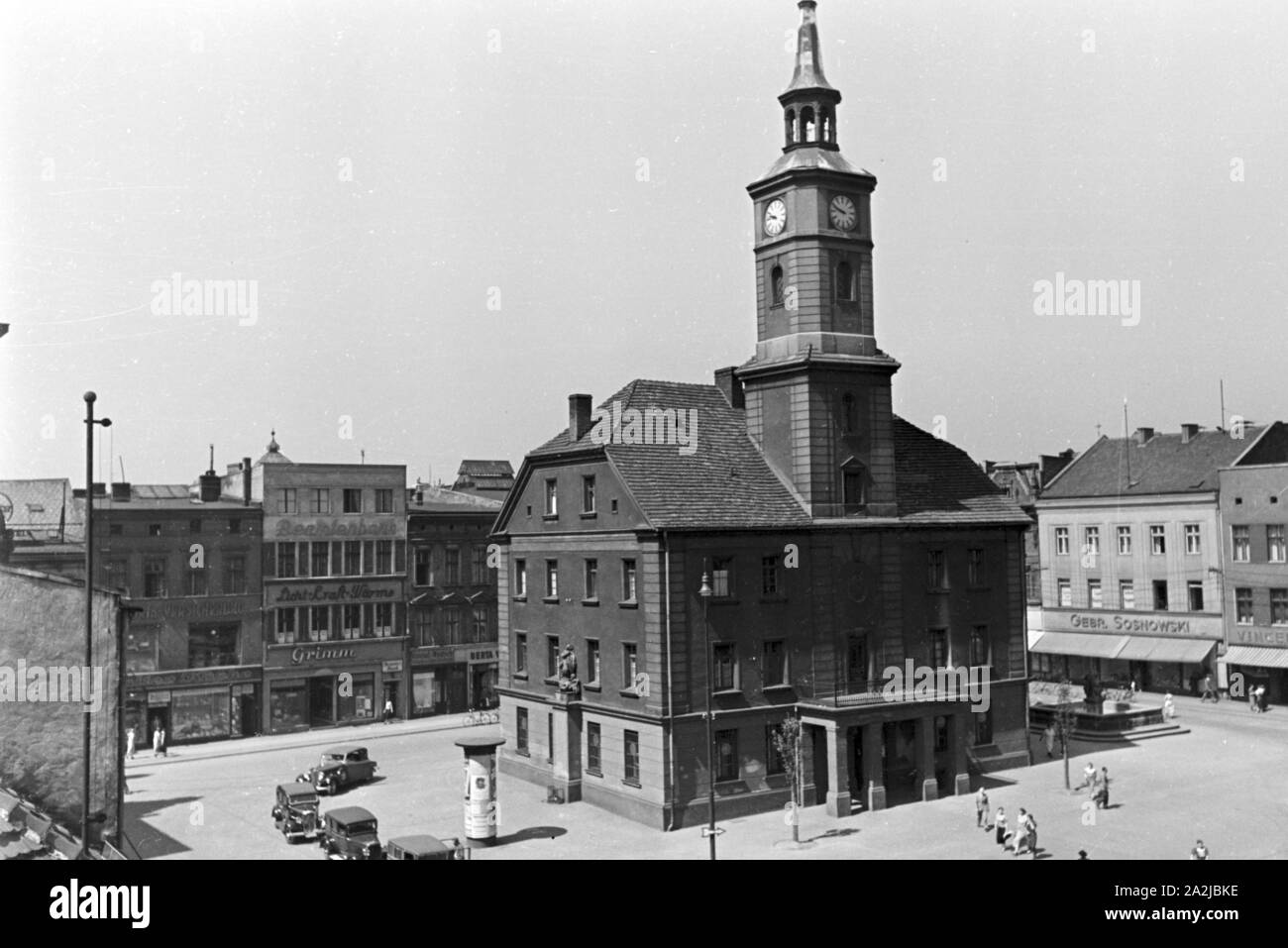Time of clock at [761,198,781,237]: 9:45
